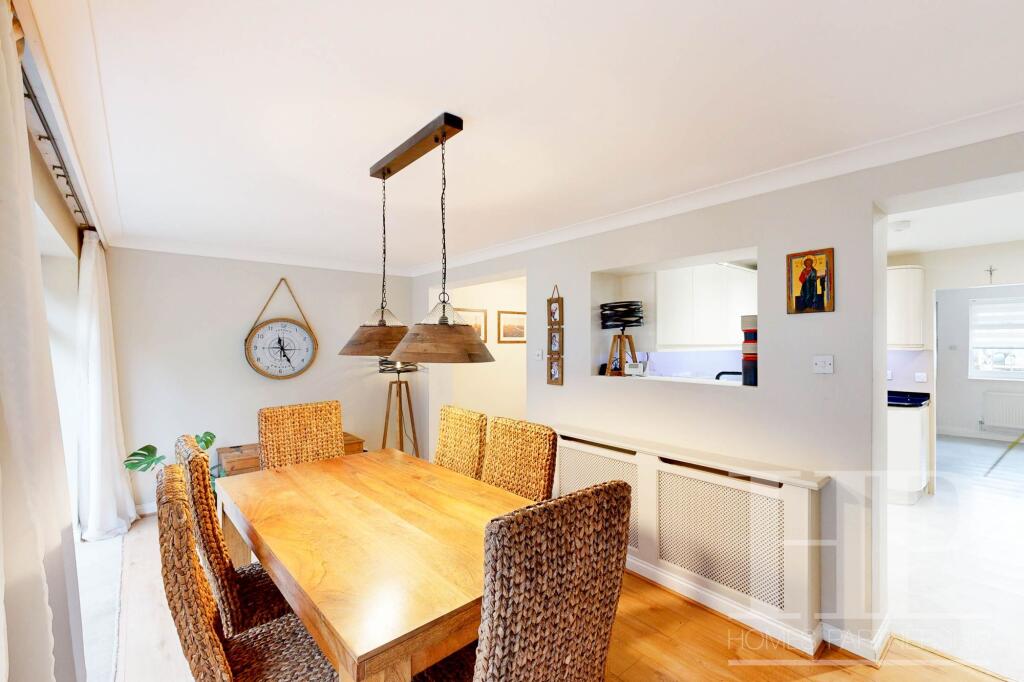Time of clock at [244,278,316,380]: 11:24
